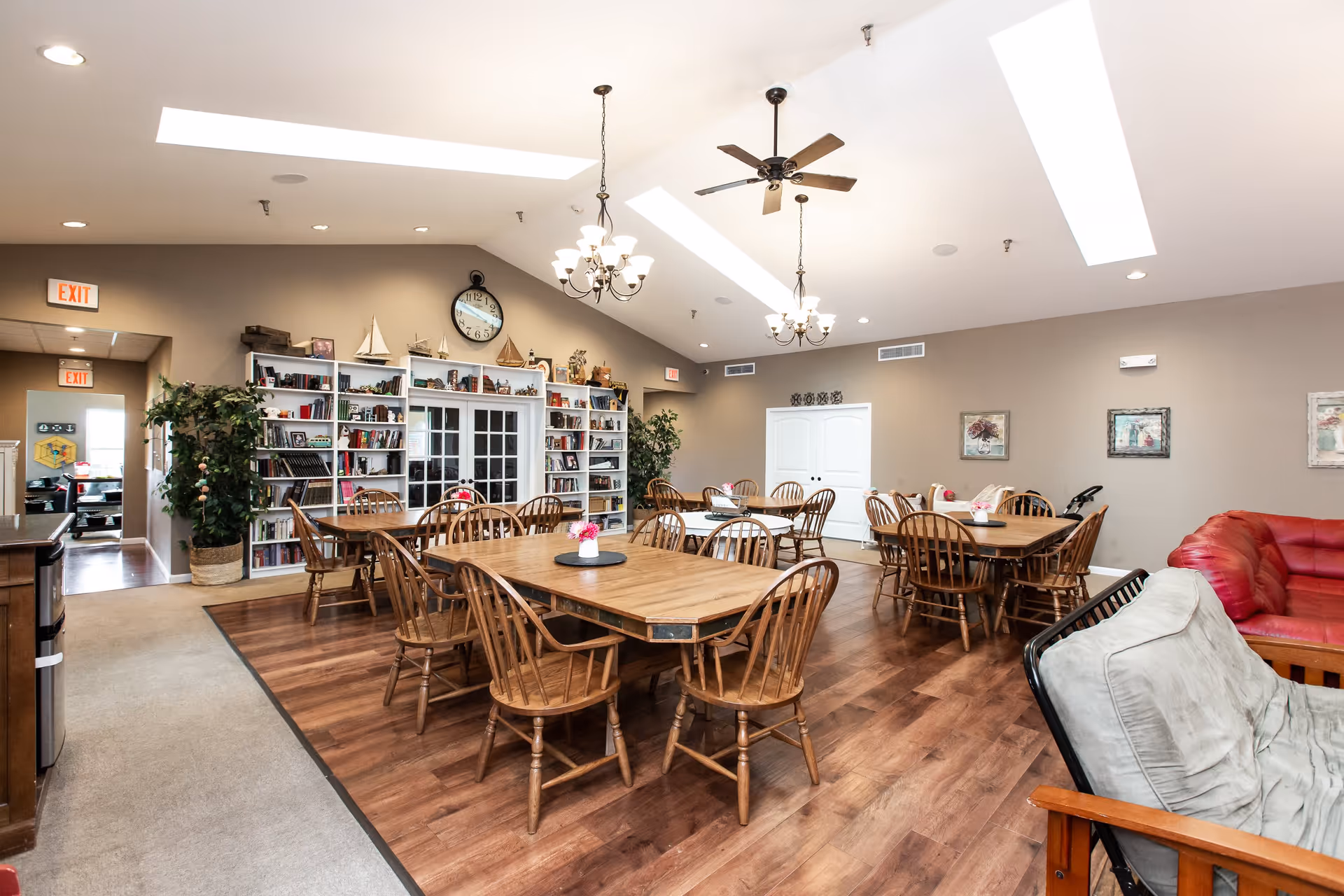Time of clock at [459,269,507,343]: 3:48
